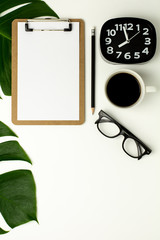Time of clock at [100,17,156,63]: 7:57
